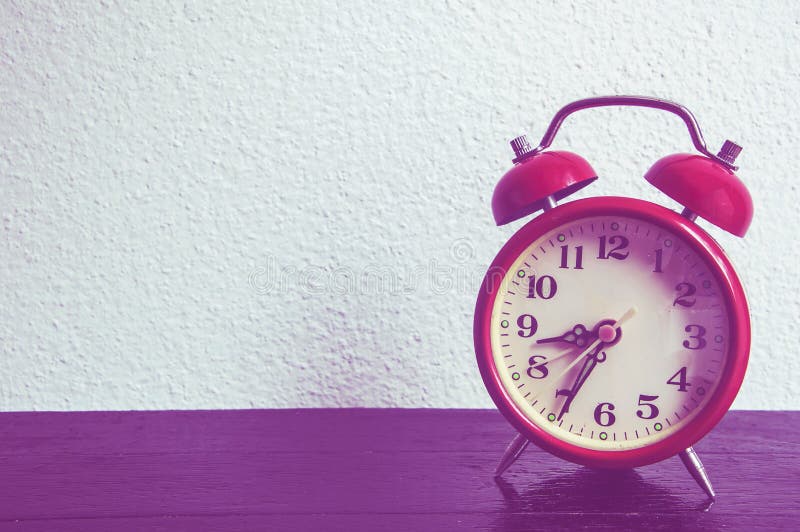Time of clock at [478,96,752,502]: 8:34
